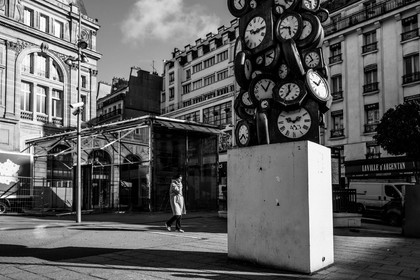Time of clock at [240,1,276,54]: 9:14
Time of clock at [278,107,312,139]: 1:50
